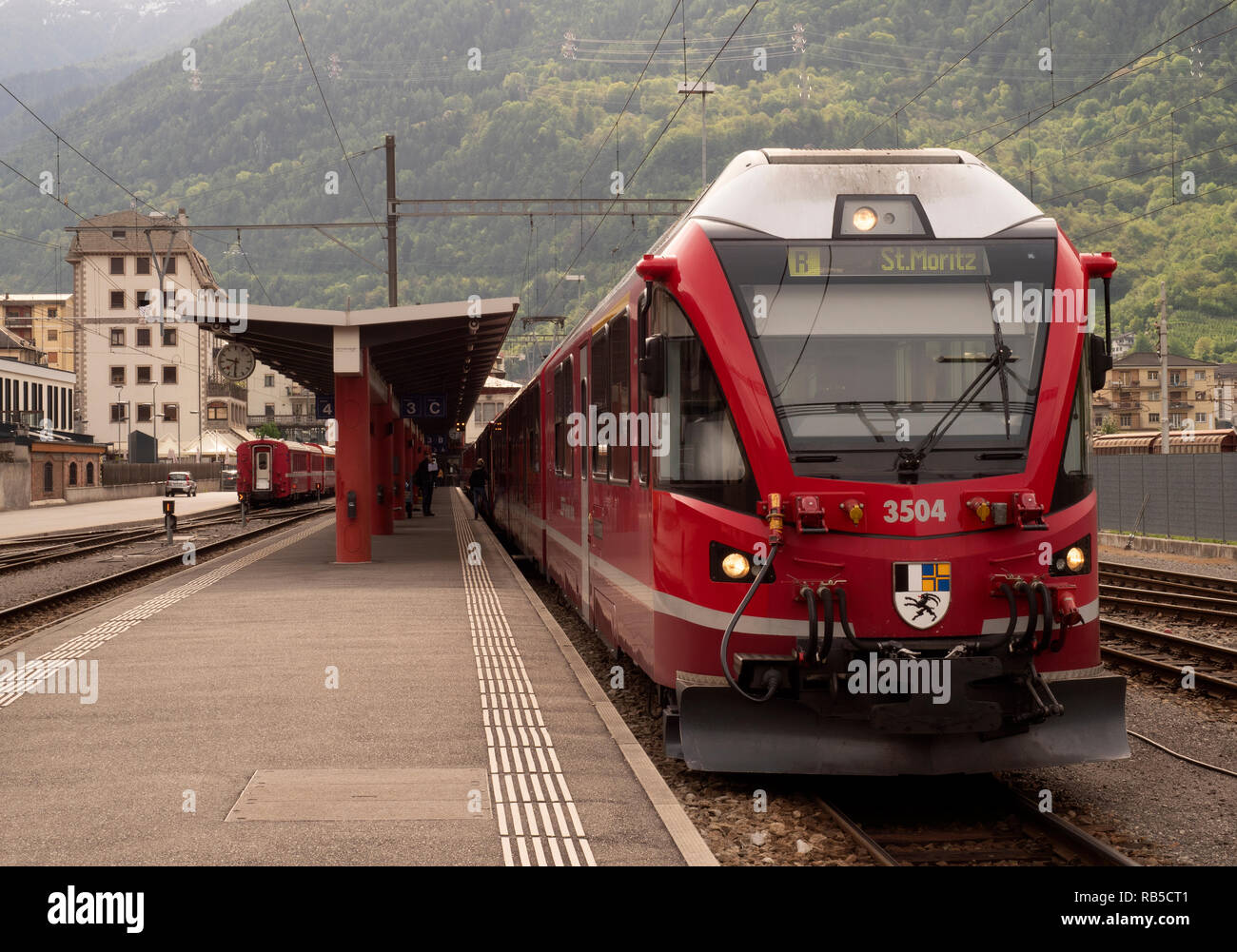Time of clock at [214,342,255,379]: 9:31
